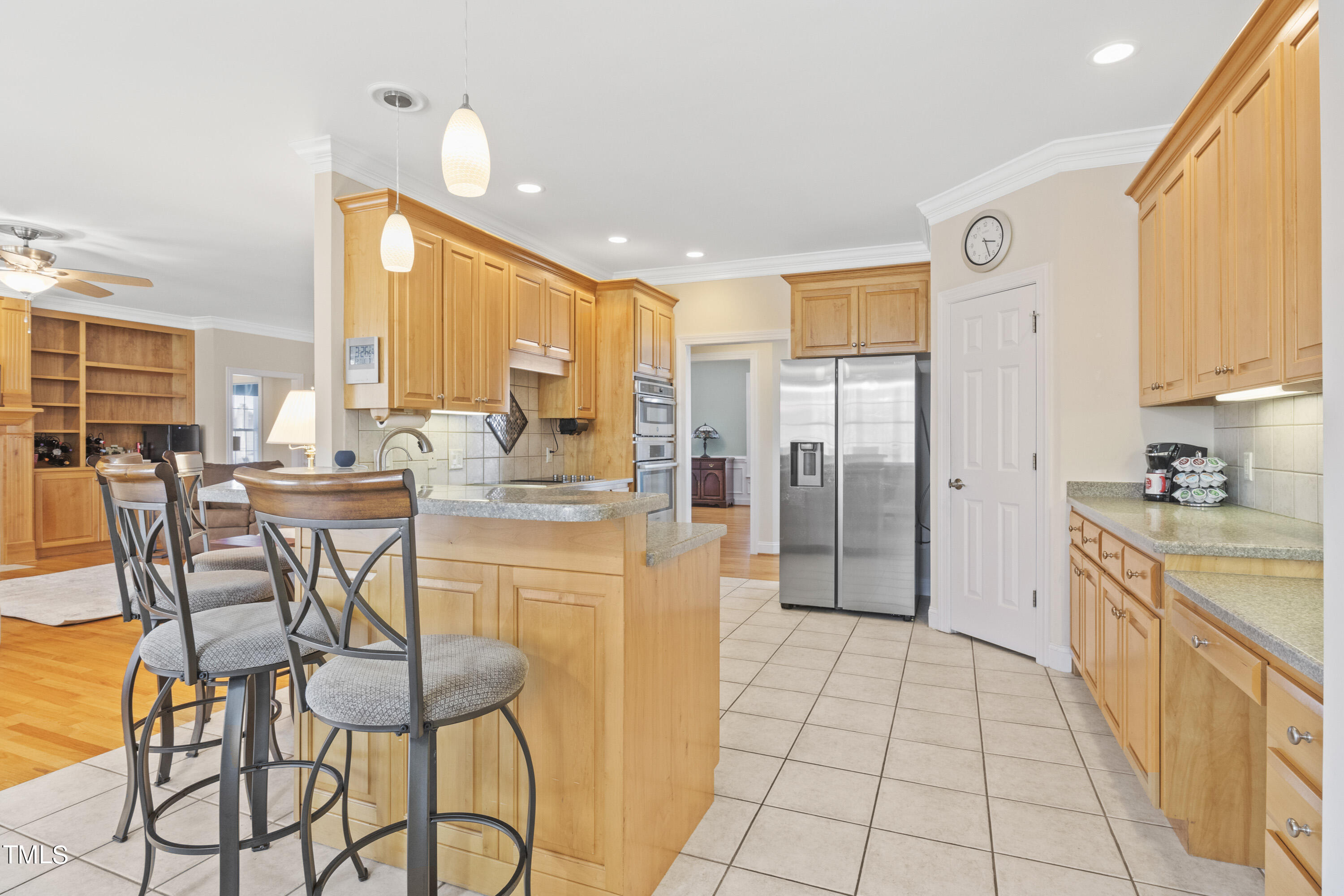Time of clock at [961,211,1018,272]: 3:28
